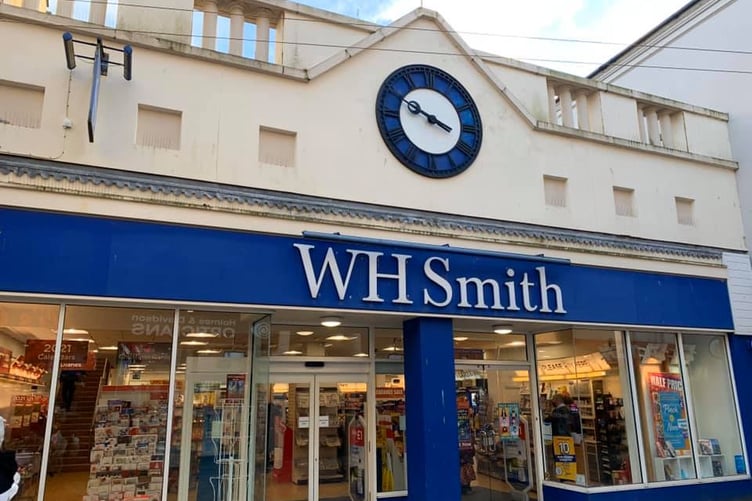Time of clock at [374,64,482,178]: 3:49
